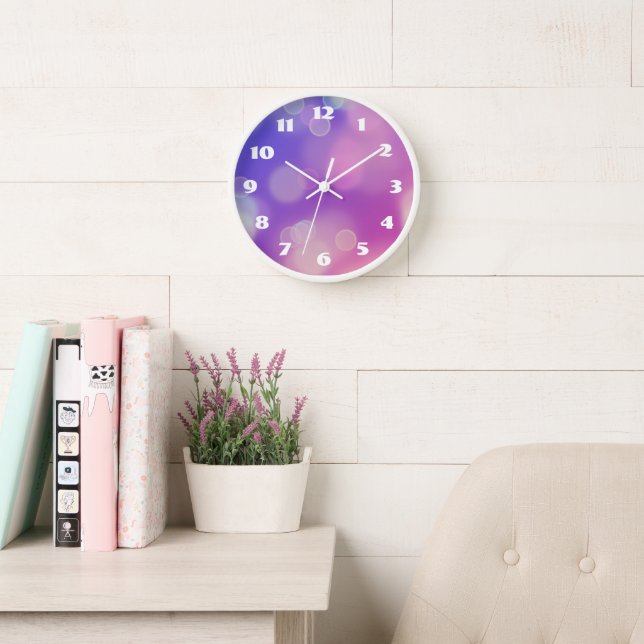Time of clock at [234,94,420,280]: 10:09
